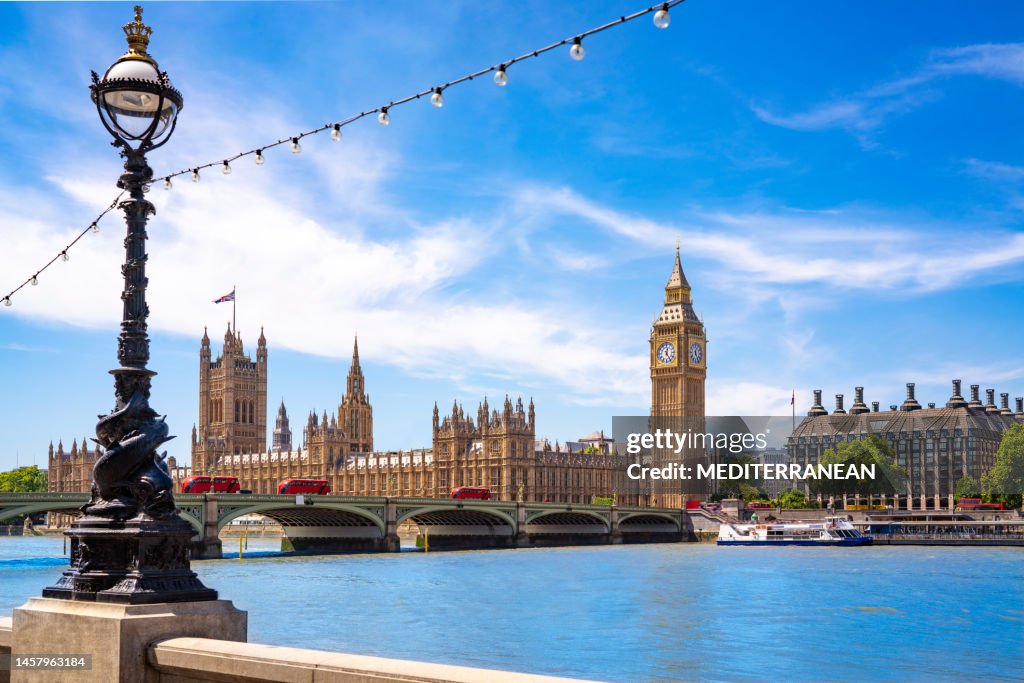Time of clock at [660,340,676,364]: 12:24
